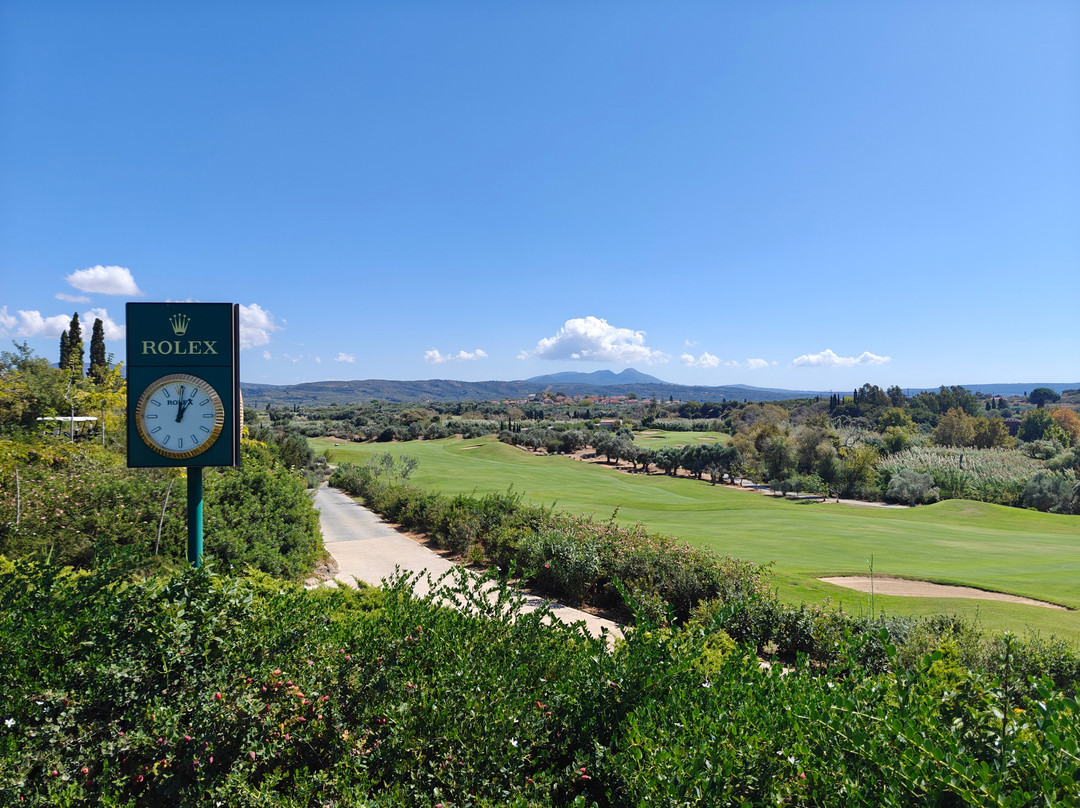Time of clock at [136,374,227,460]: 1:00
